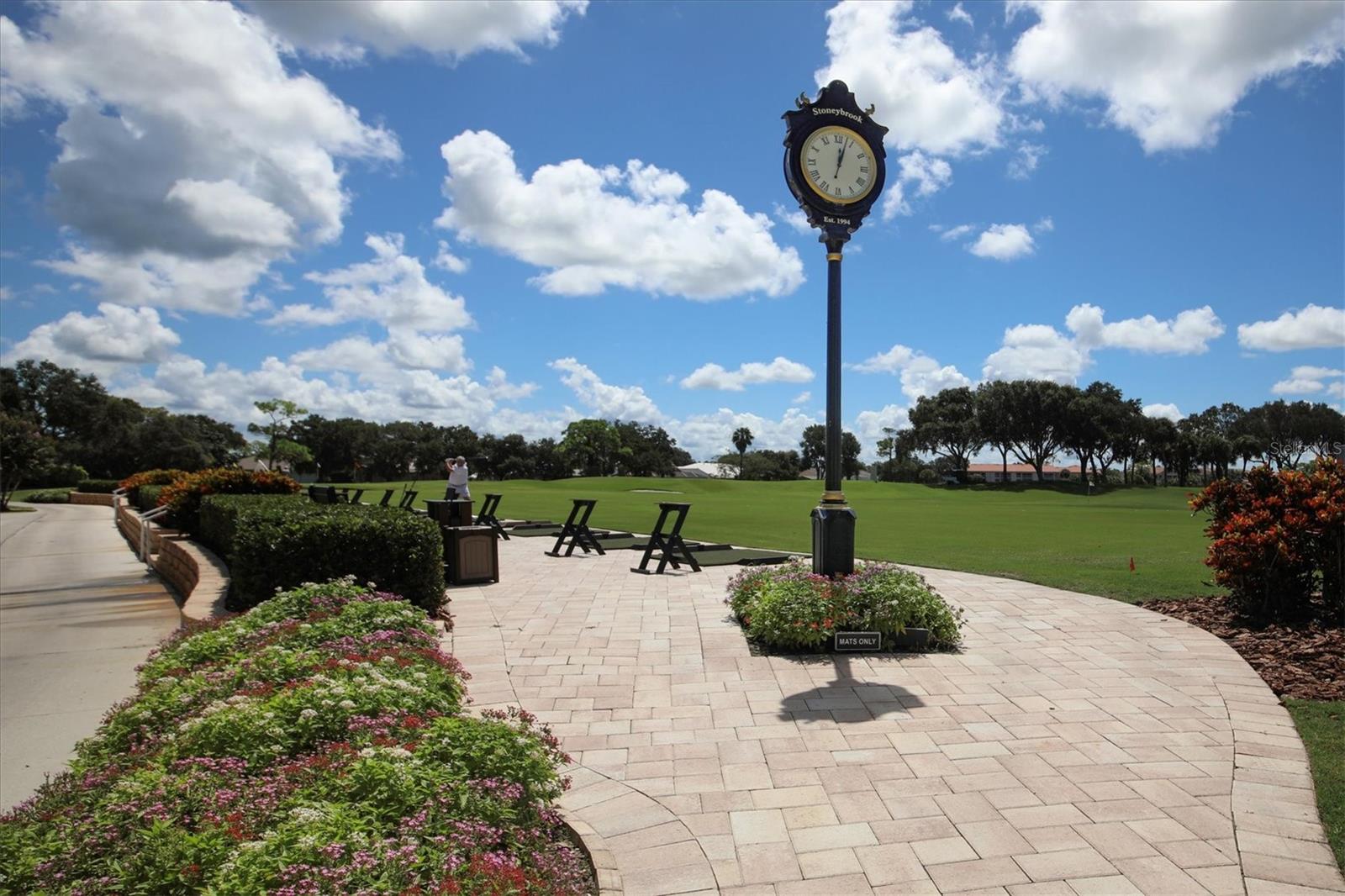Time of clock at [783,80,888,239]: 12:03
